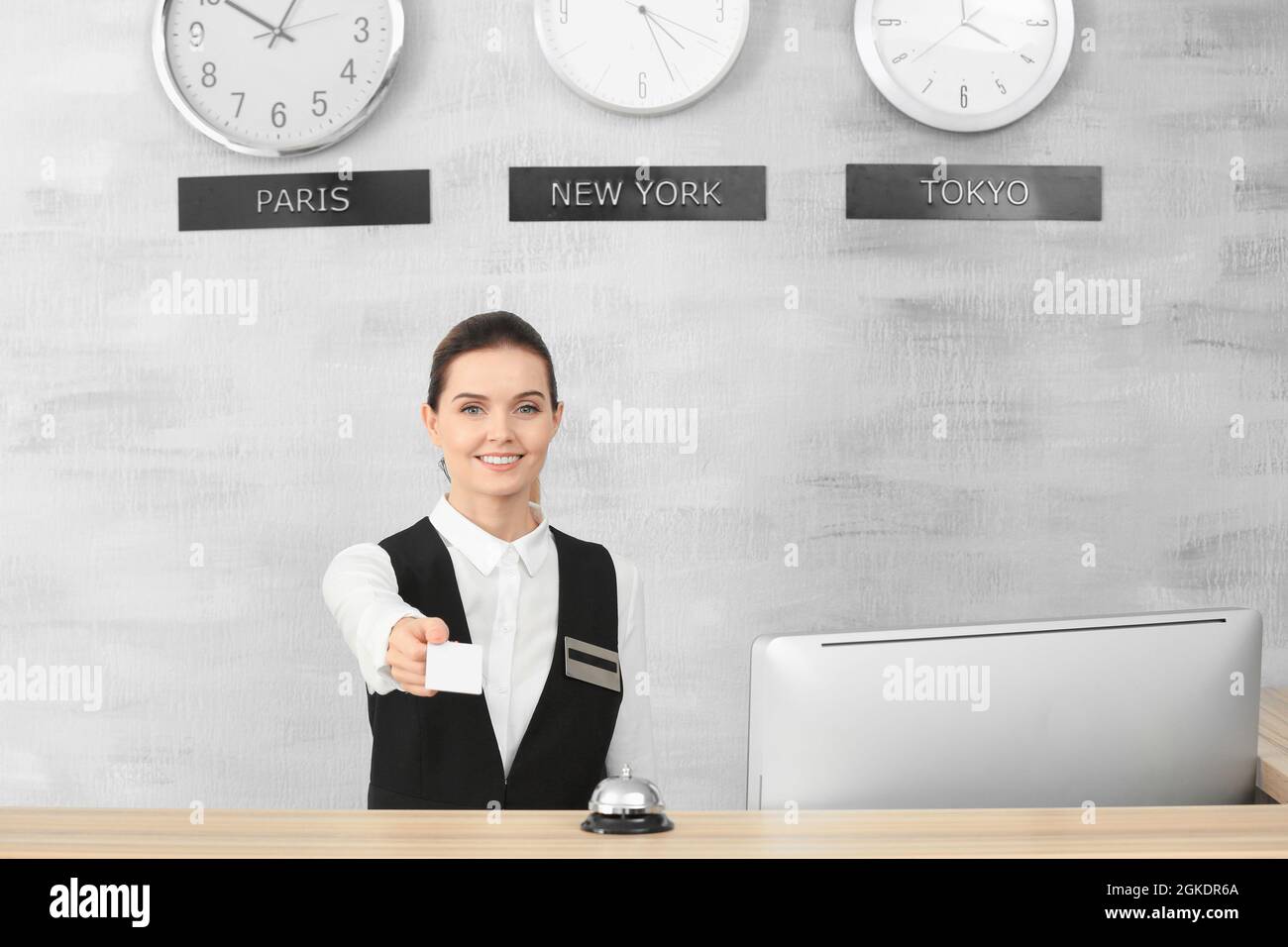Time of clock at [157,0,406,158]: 12:50
